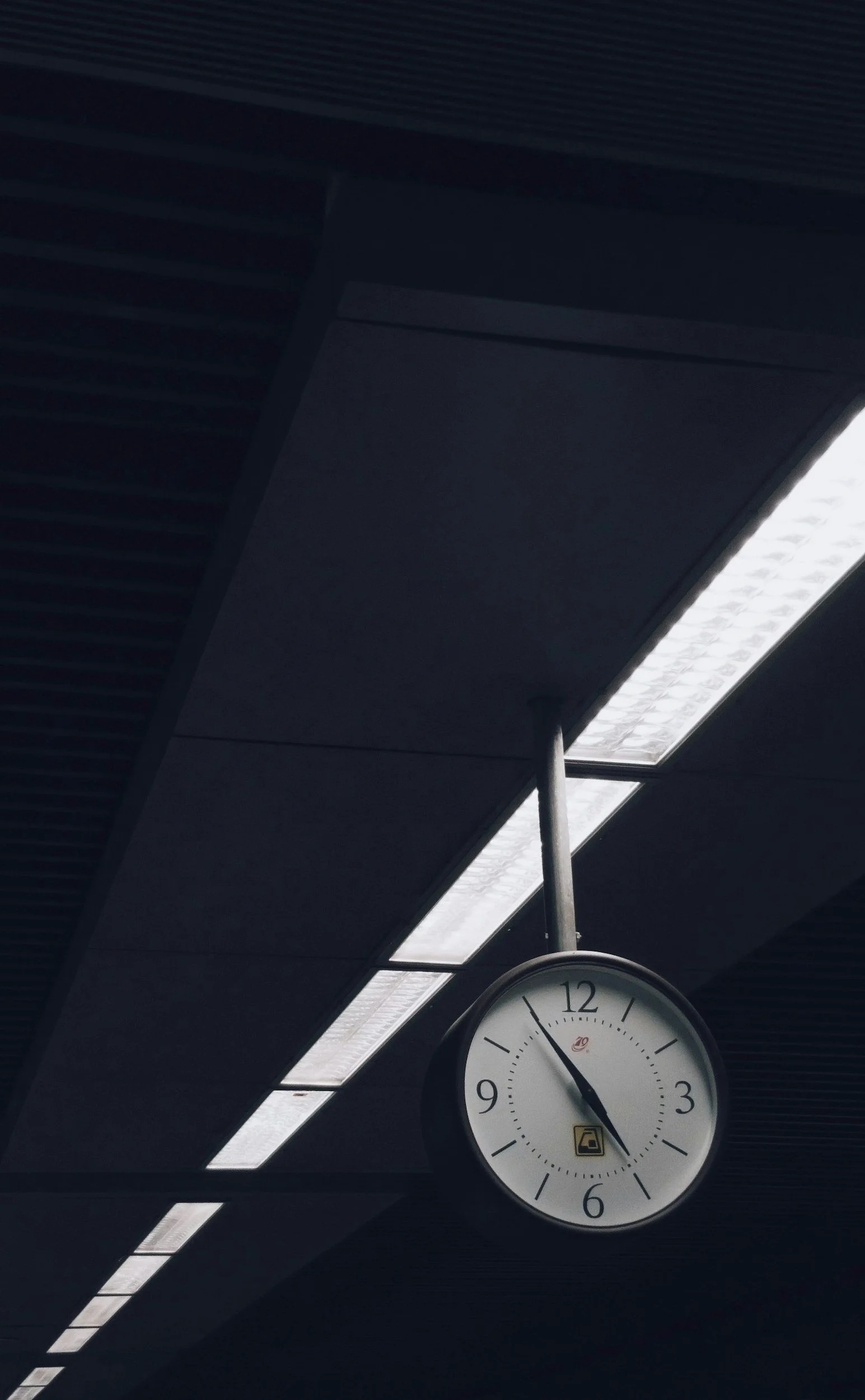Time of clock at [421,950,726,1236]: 4:54
